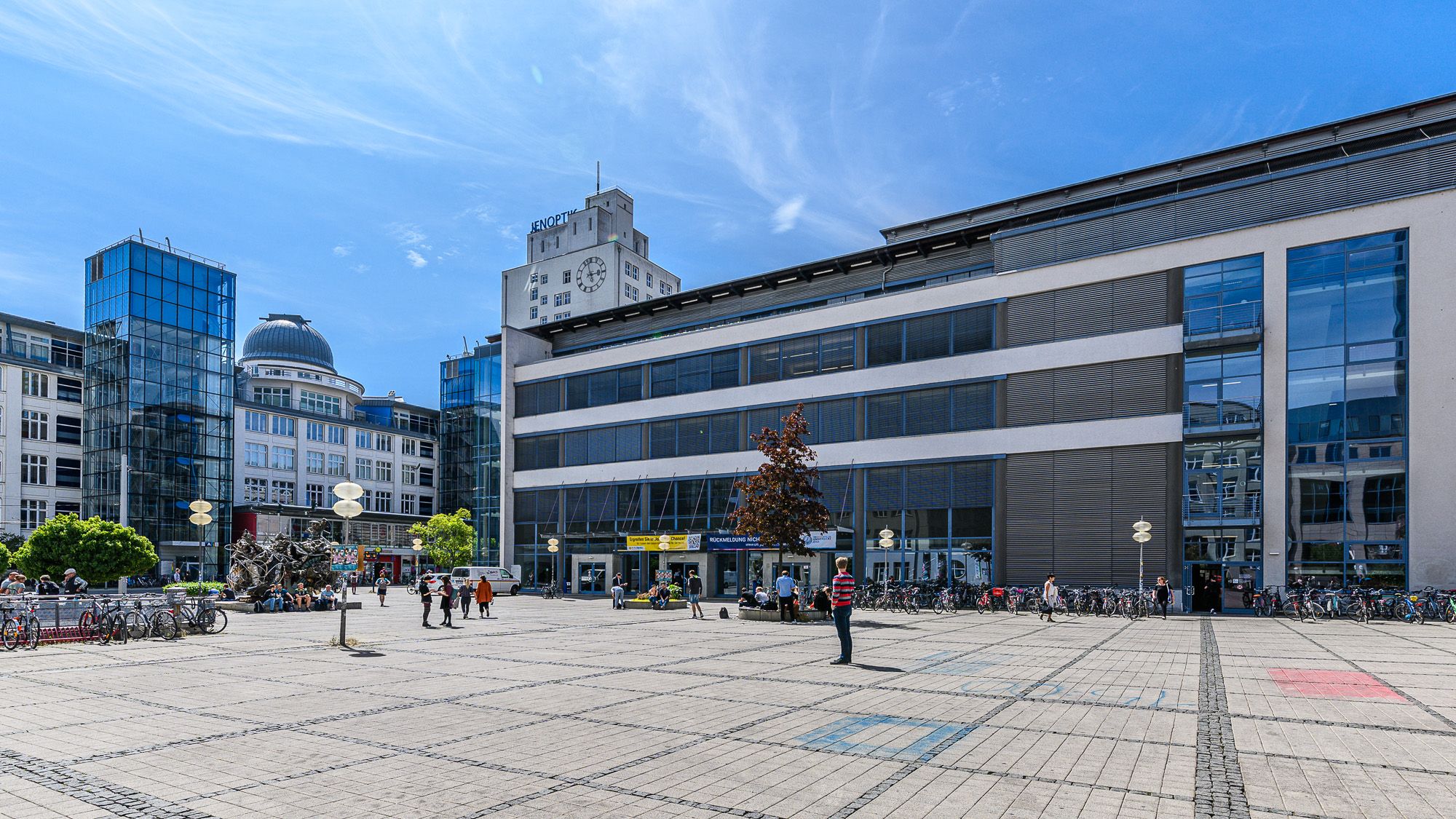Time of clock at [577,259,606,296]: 2:57
